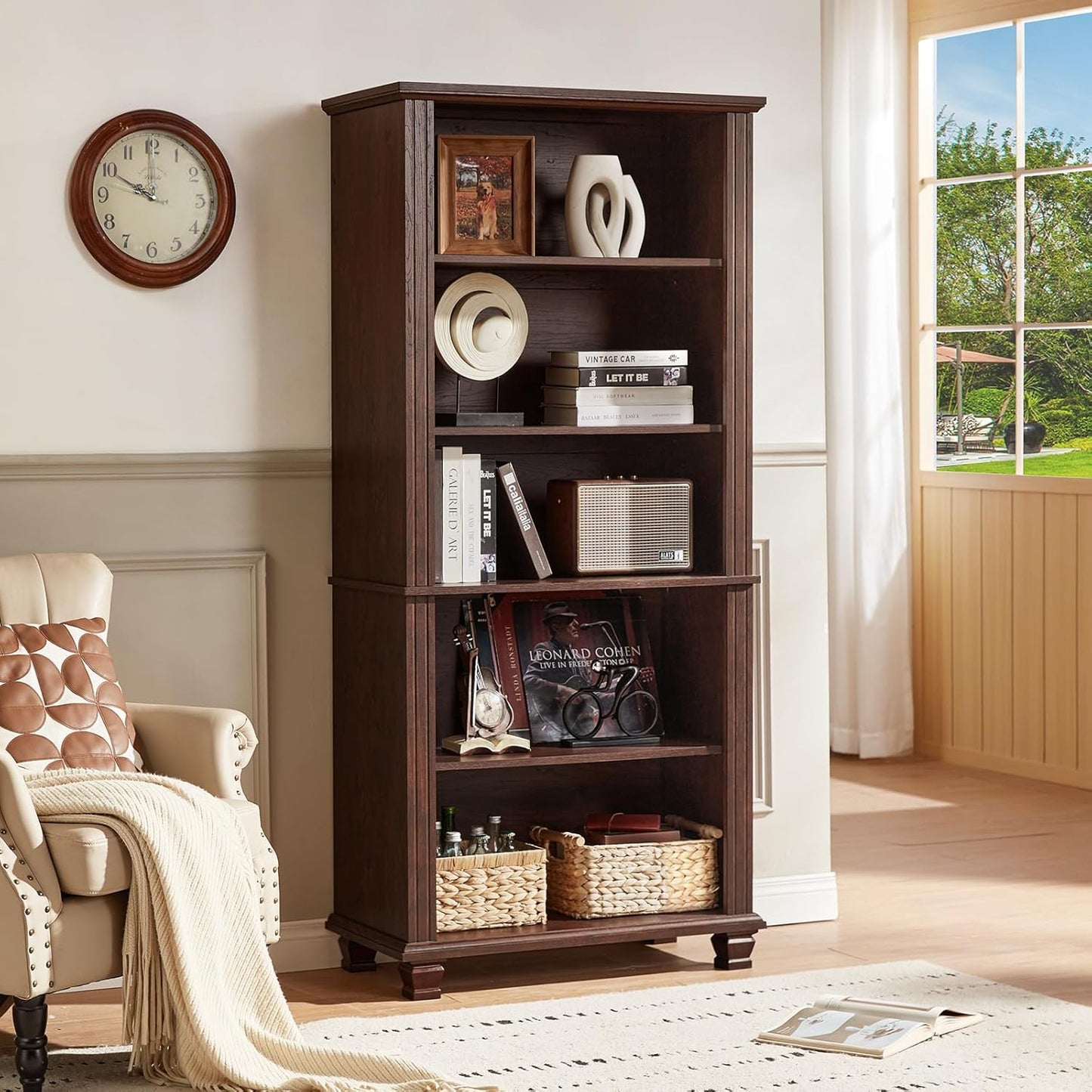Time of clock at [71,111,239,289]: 9:59
